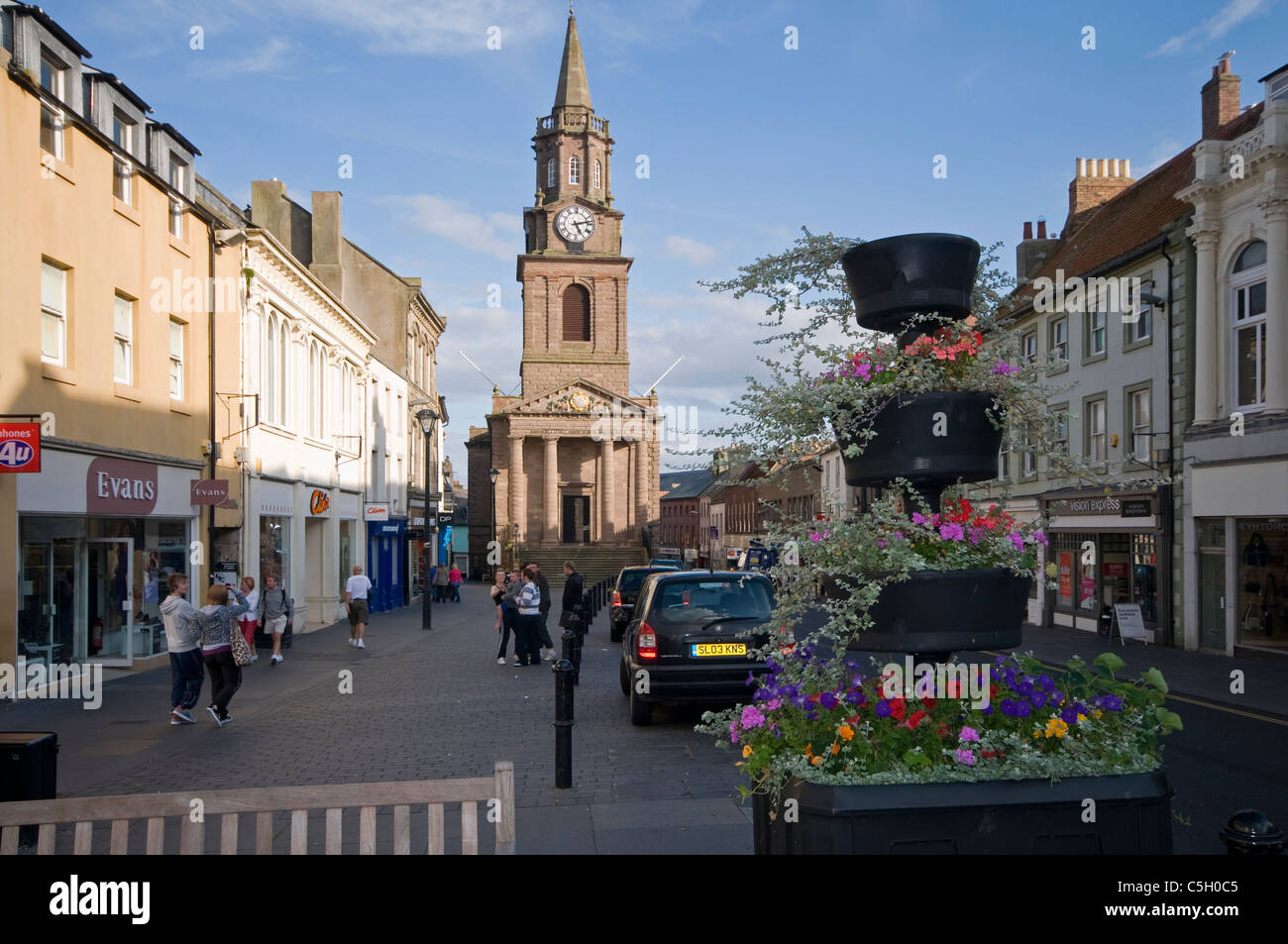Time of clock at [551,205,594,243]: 5:12
